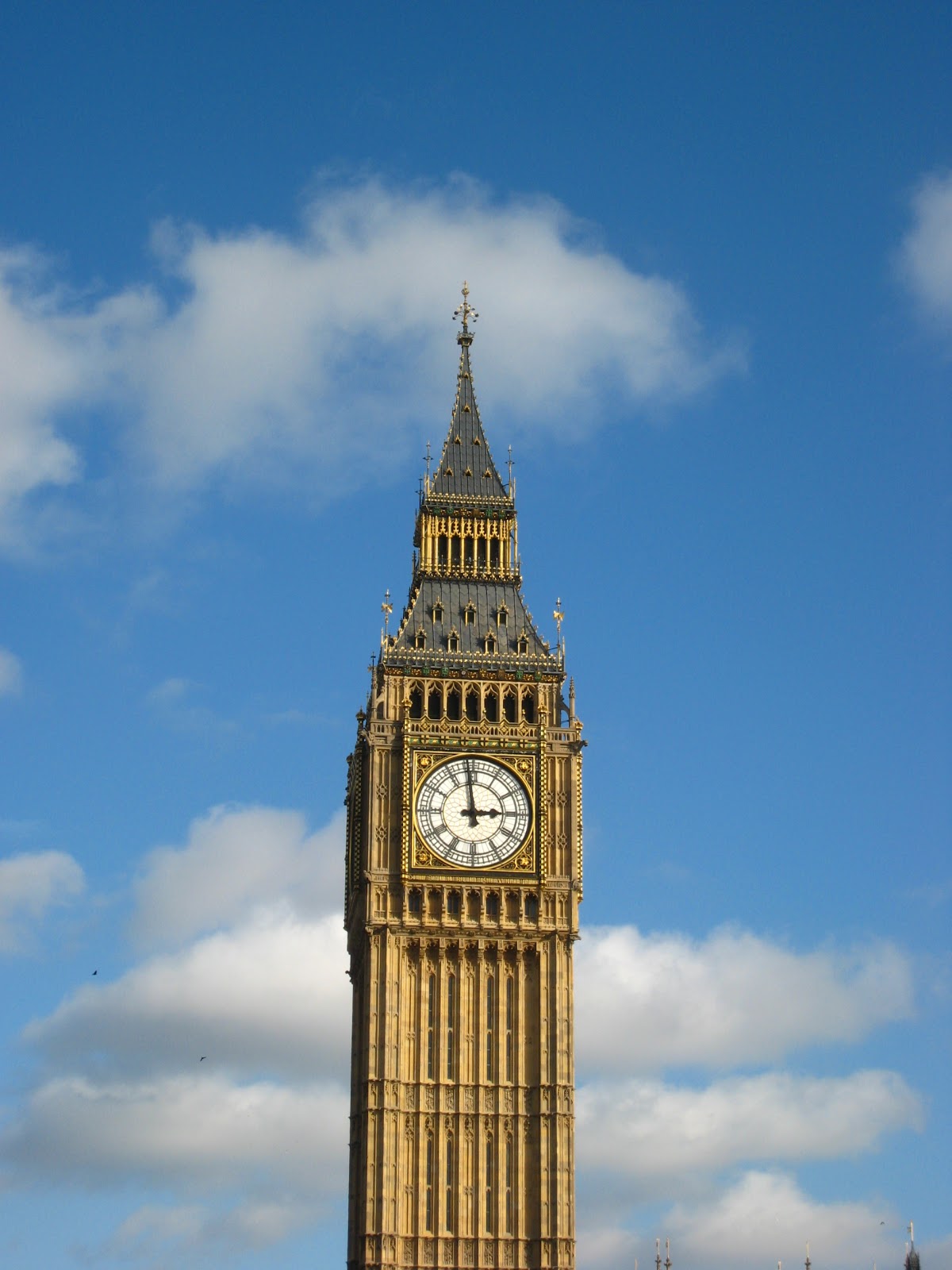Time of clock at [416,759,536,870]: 2:58
